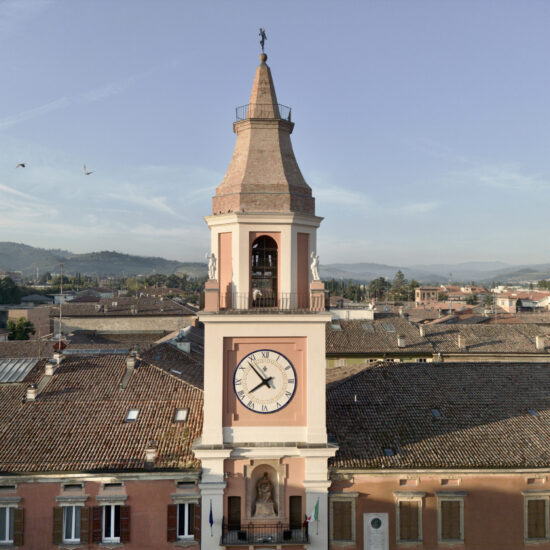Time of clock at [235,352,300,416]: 7:53
